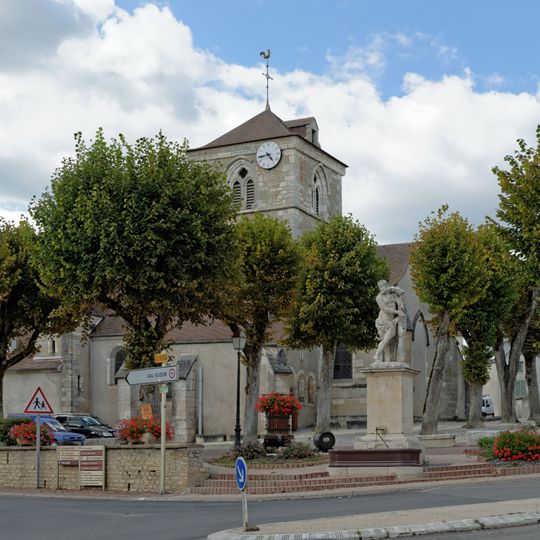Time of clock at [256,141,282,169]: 4:43
